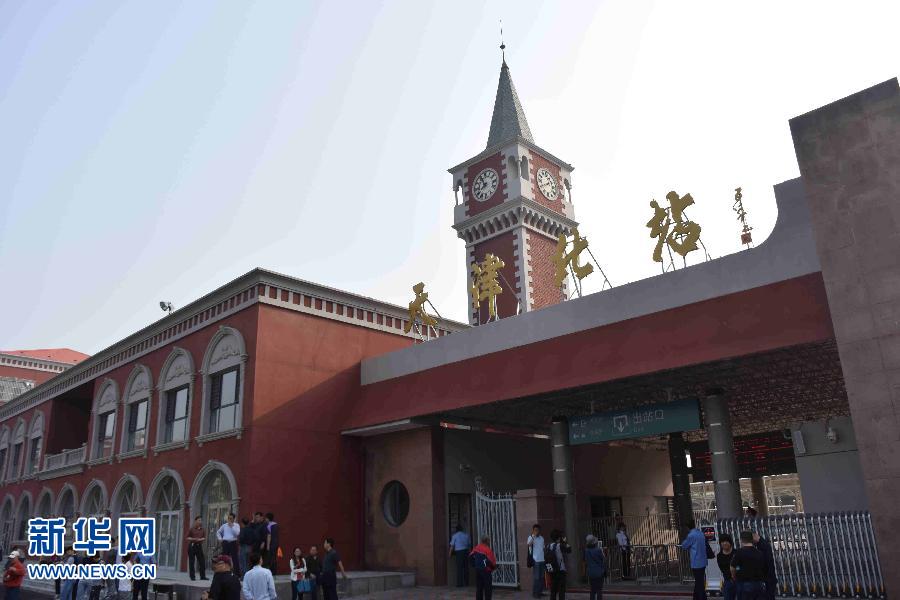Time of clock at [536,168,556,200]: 1:40
